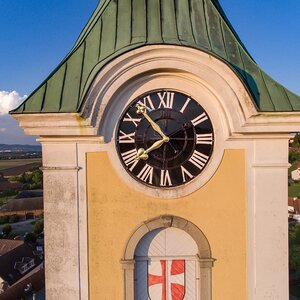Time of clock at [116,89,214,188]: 7:53
